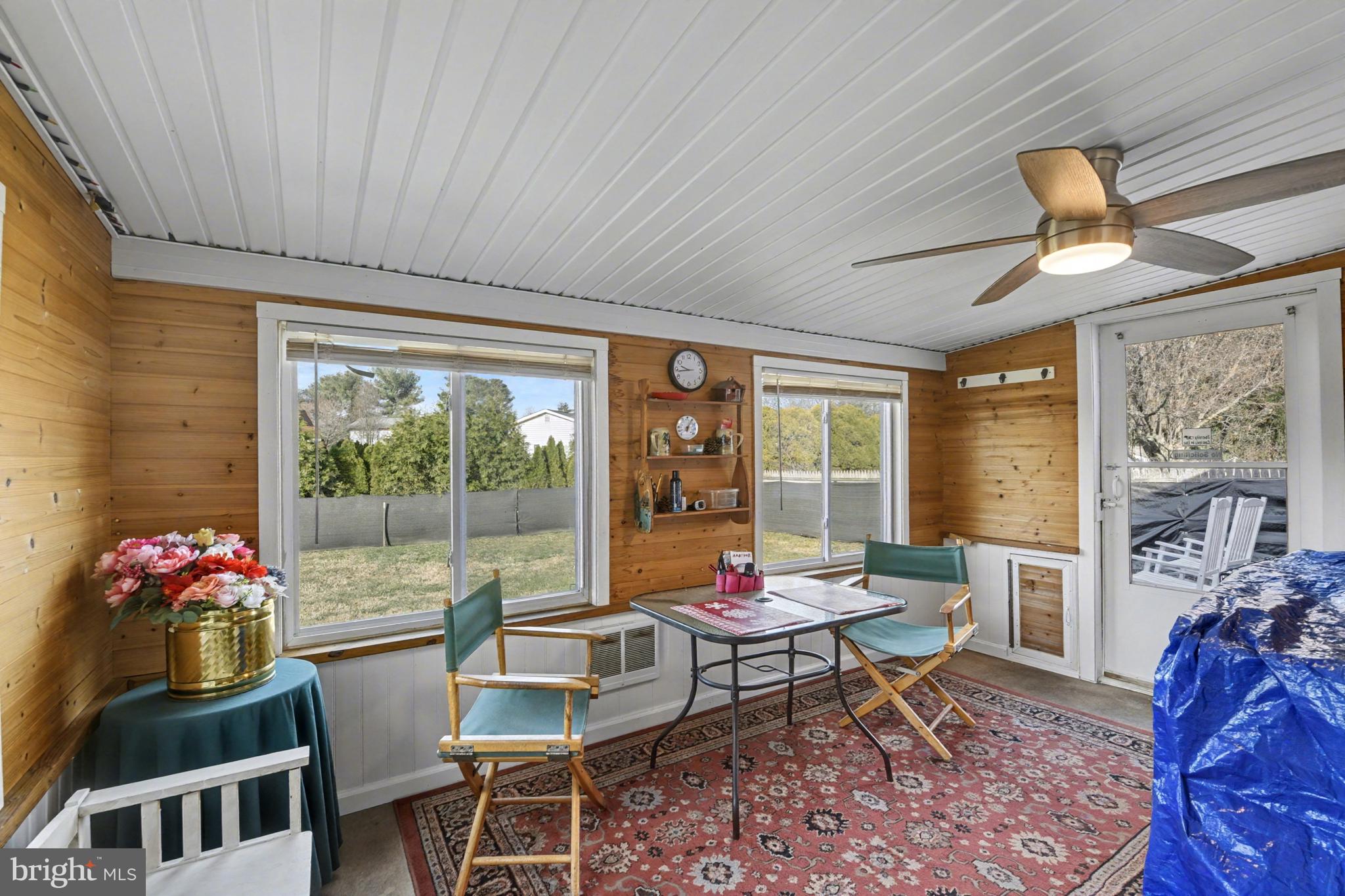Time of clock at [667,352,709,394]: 9:43
